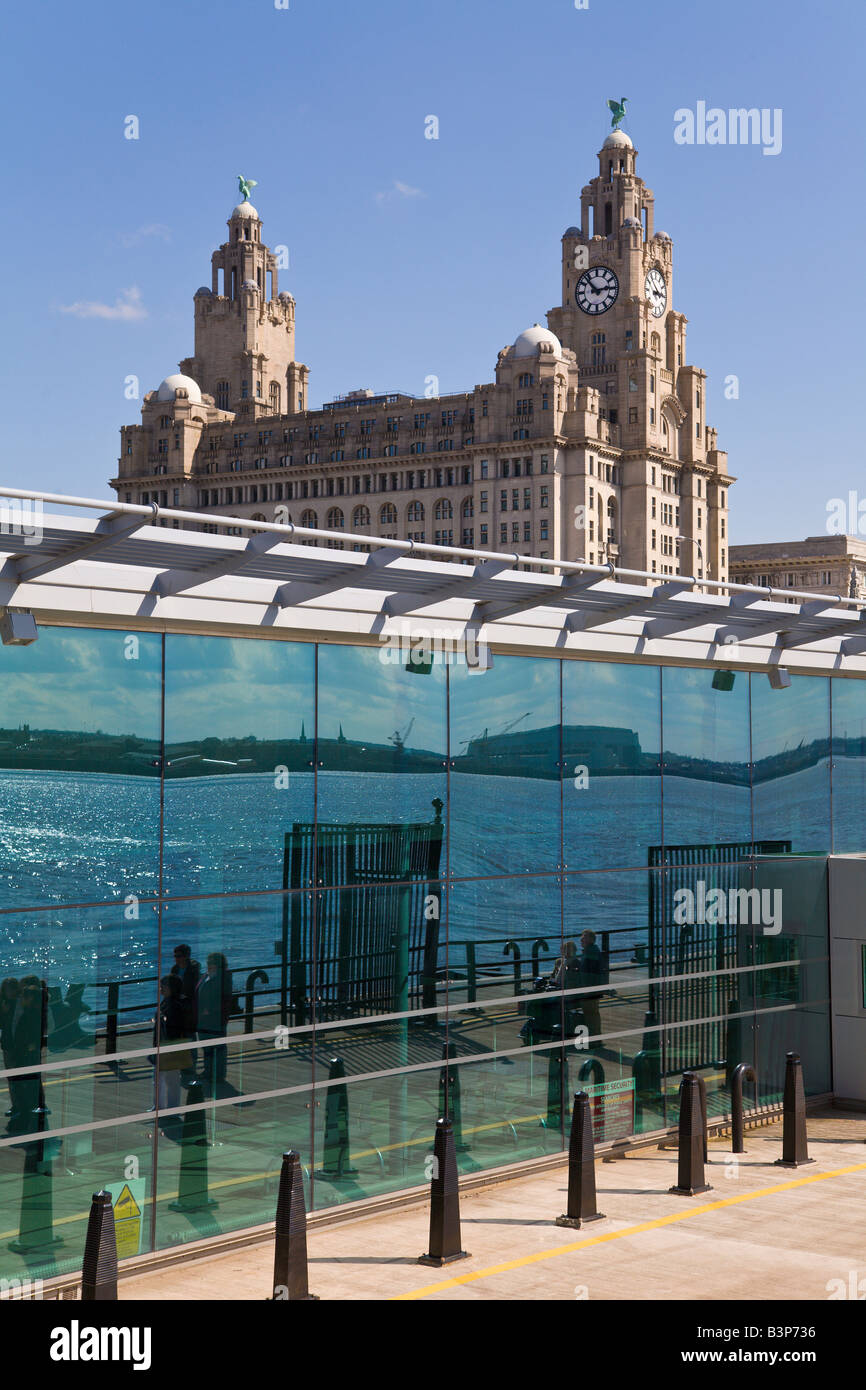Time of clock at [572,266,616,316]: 2:52
